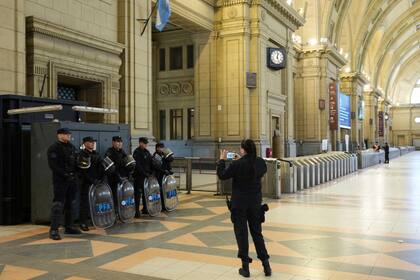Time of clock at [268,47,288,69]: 12:26
